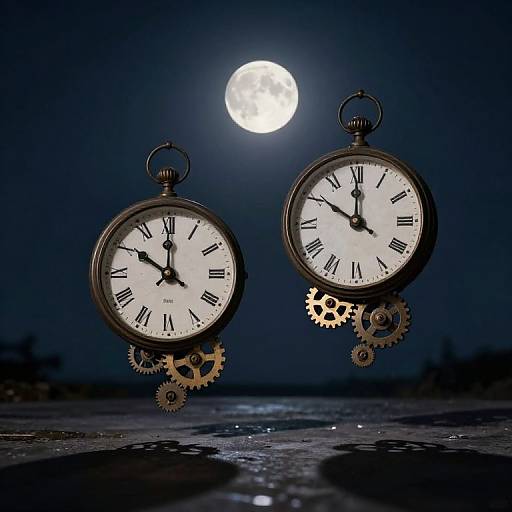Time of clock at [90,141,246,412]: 10:00
